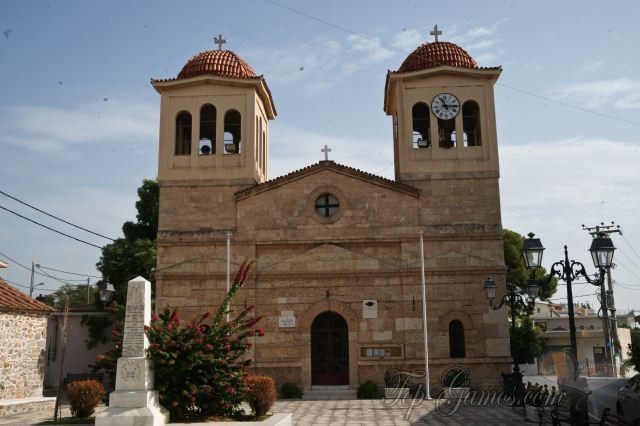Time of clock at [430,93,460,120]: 11:15
